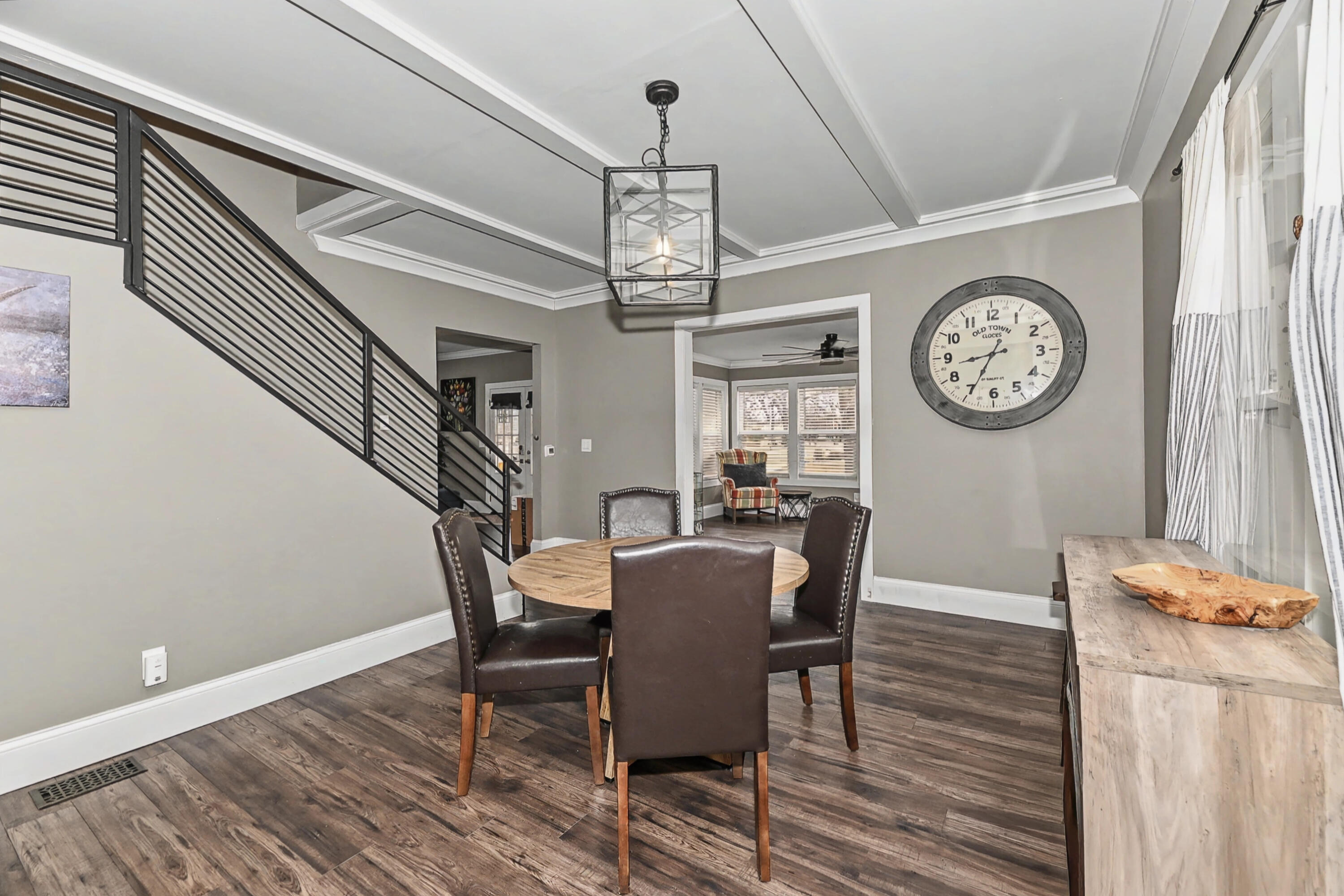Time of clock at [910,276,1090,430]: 8:34
